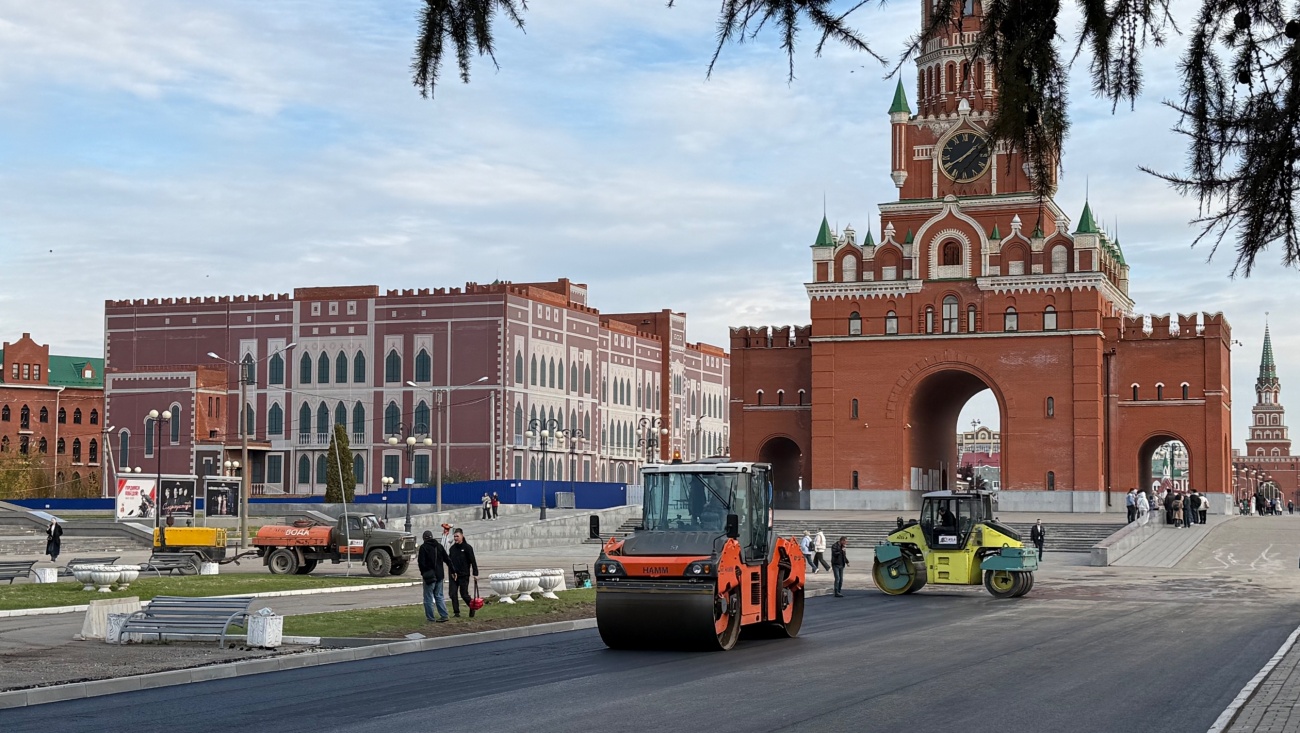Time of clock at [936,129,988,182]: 1:40
